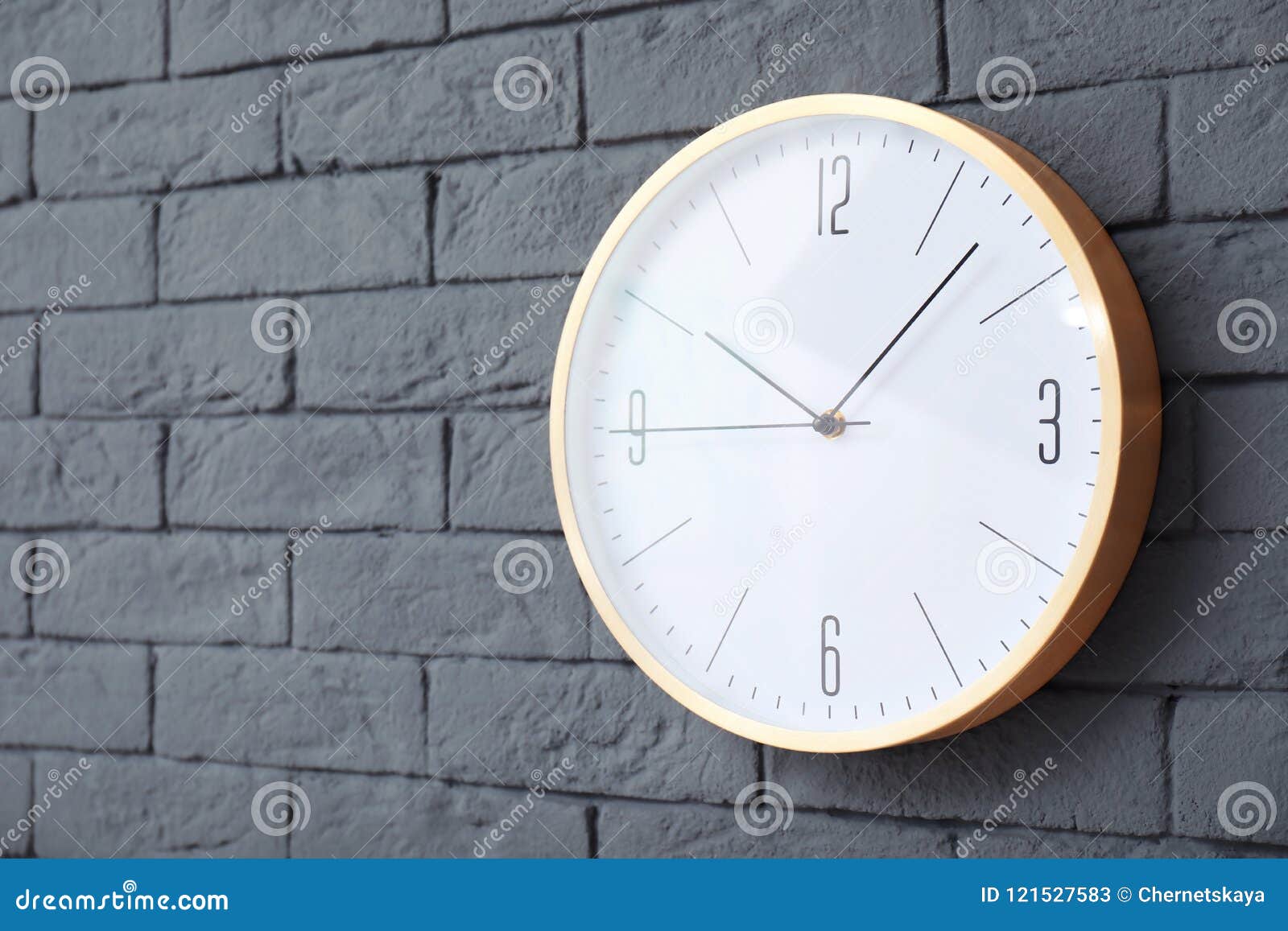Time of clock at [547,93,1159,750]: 10:07
